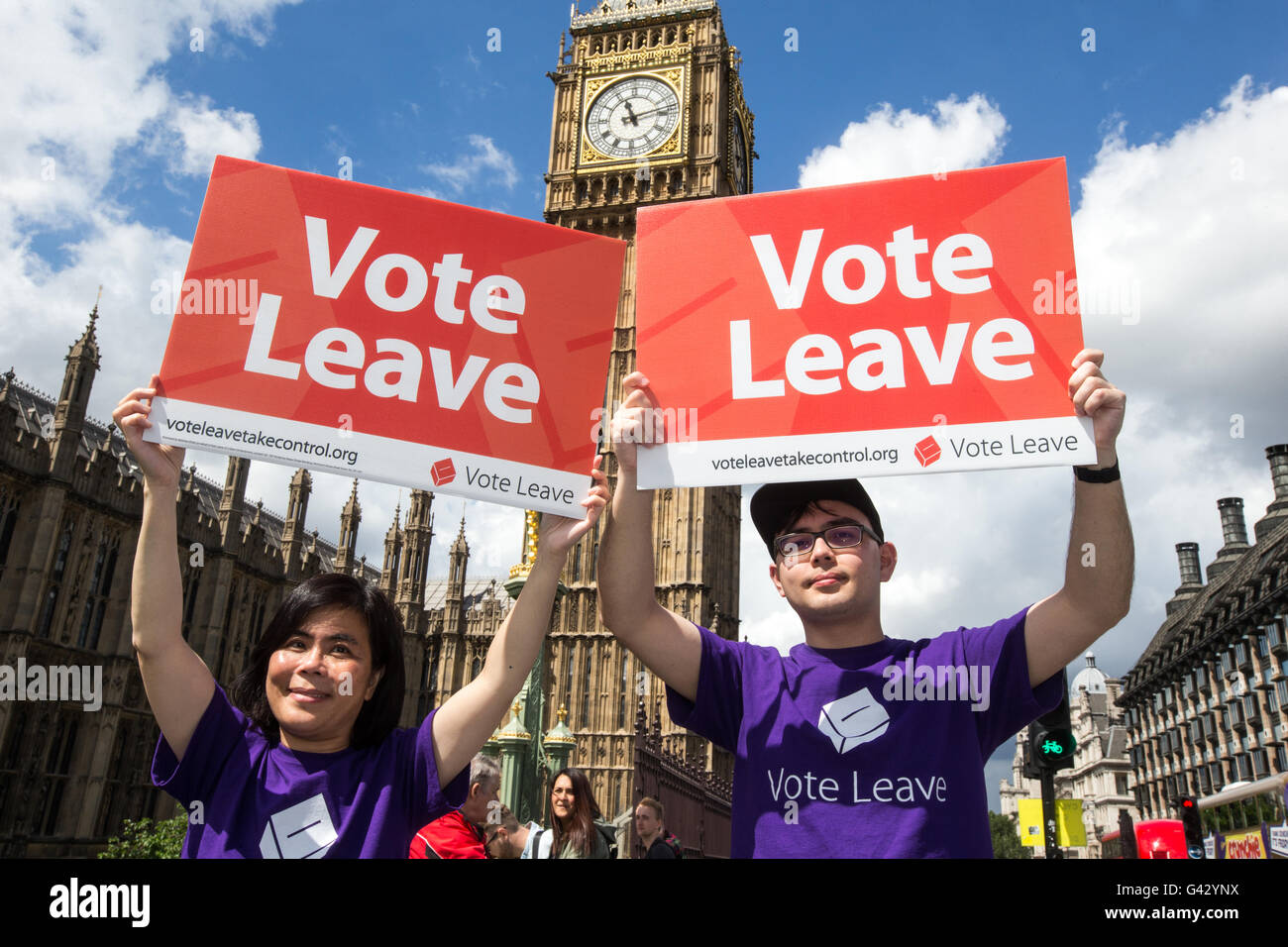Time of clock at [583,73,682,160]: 11:12
